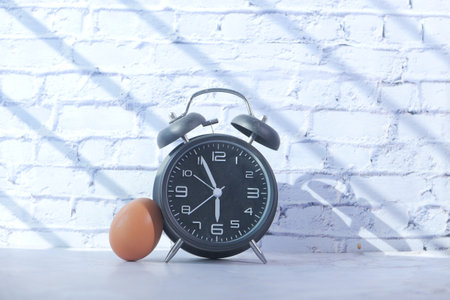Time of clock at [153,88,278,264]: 5:56
